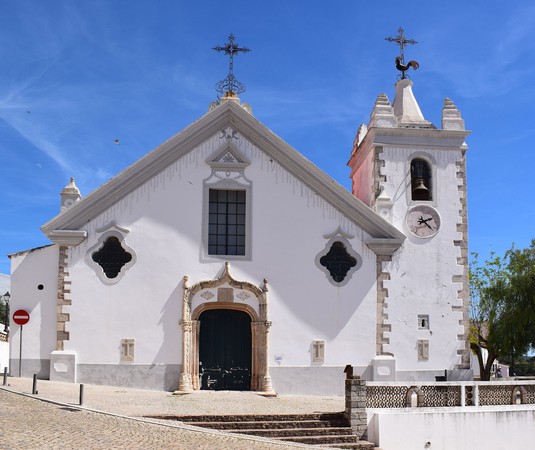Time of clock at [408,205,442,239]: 2:22
